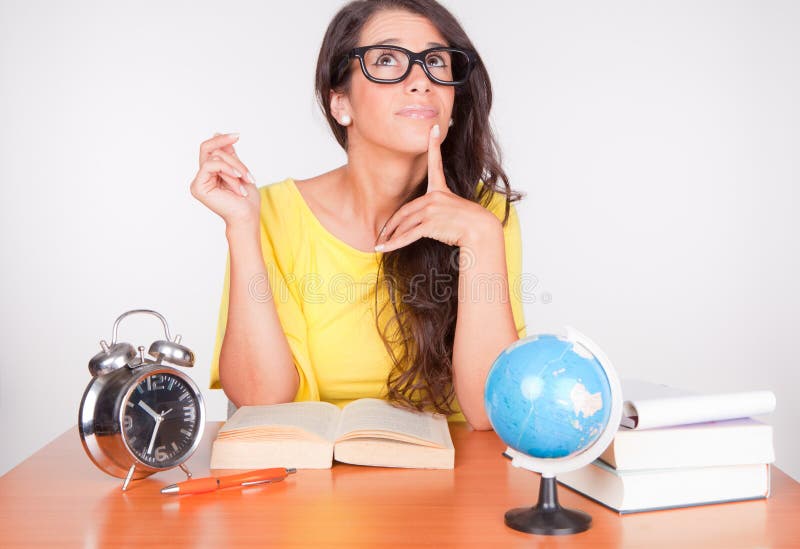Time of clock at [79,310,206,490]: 10:33
